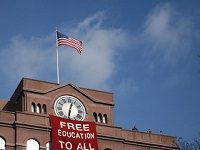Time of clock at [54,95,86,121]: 12:31
